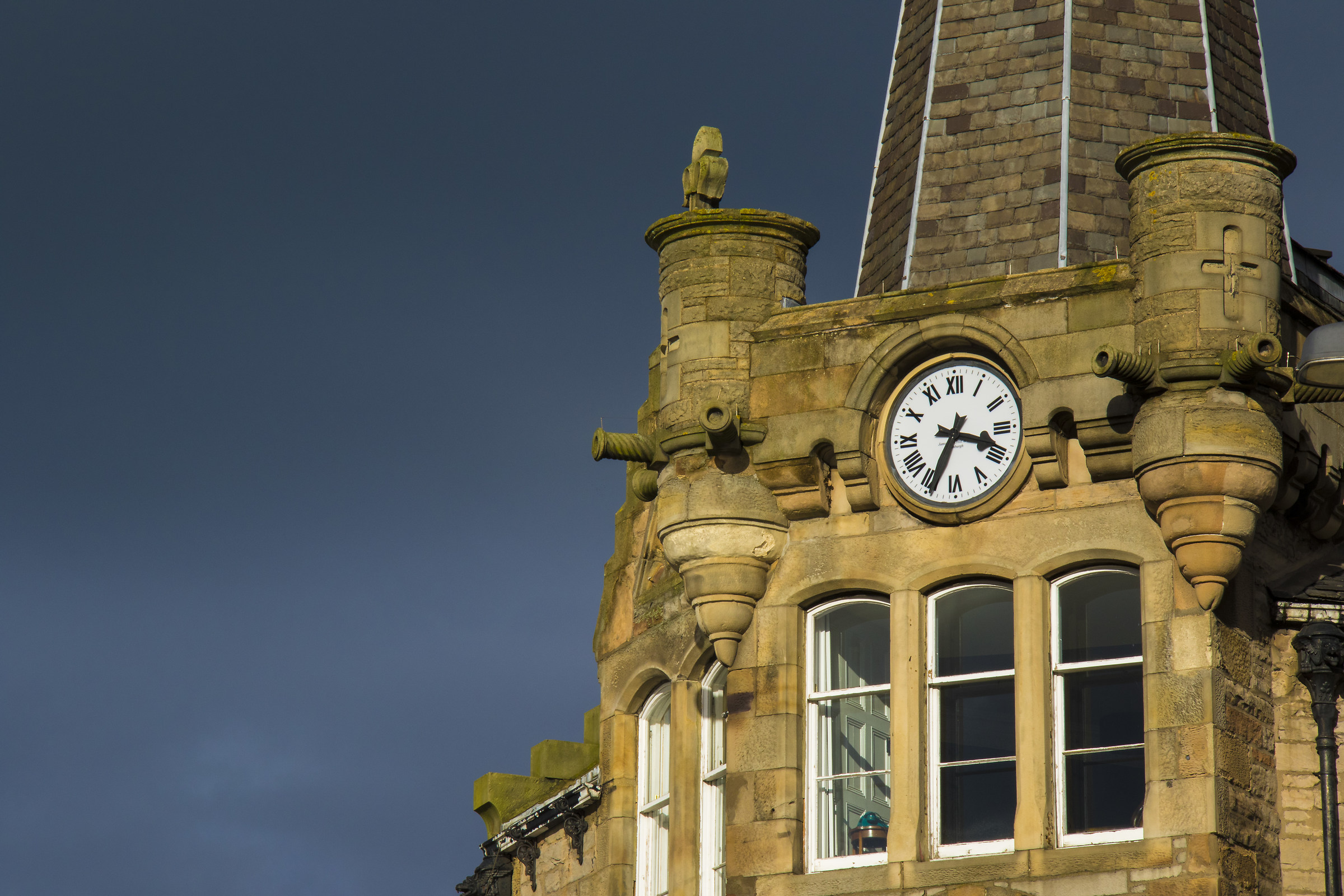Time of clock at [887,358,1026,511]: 3:34
